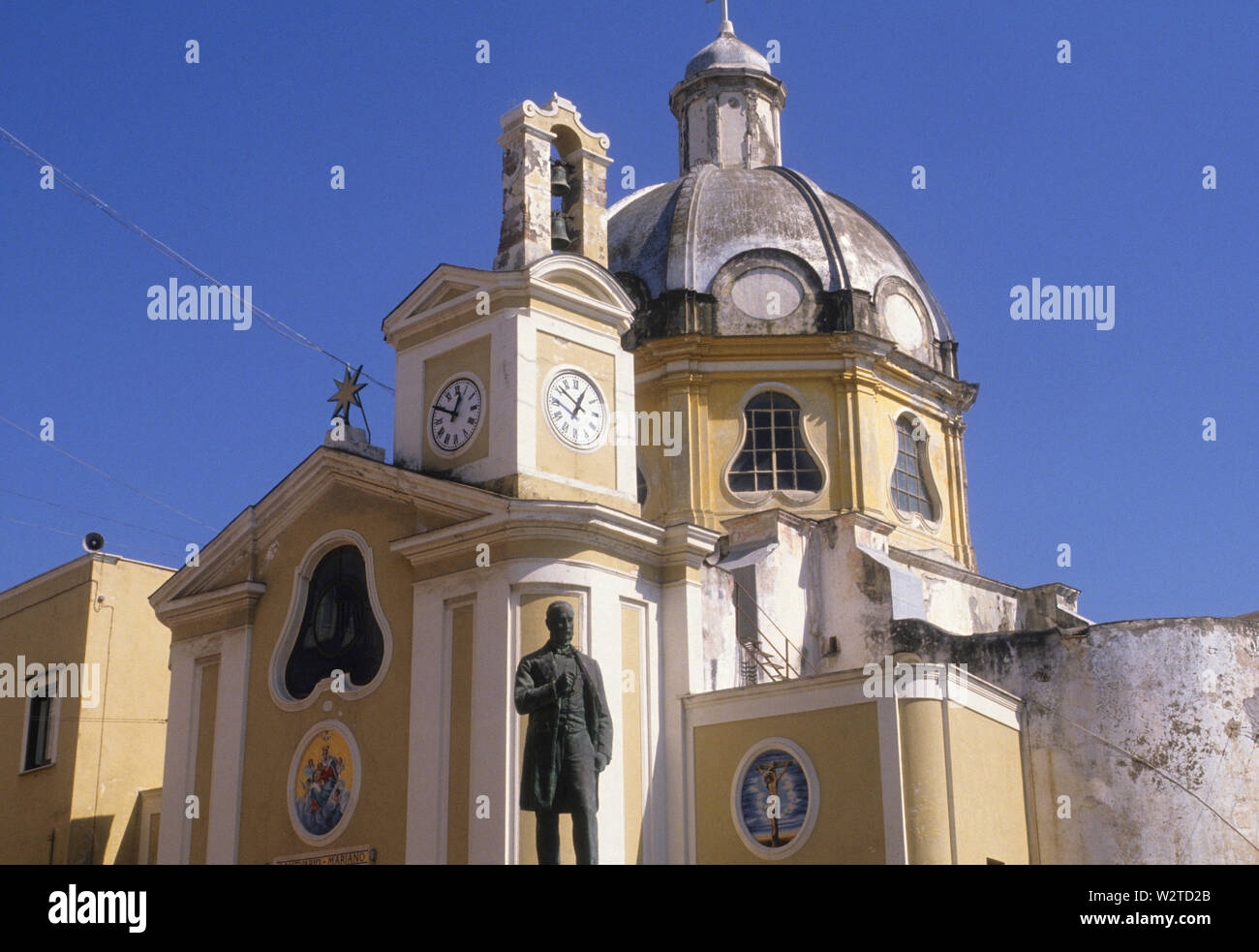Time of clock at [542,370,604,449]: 12:51
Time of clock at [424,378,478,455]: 12:49
